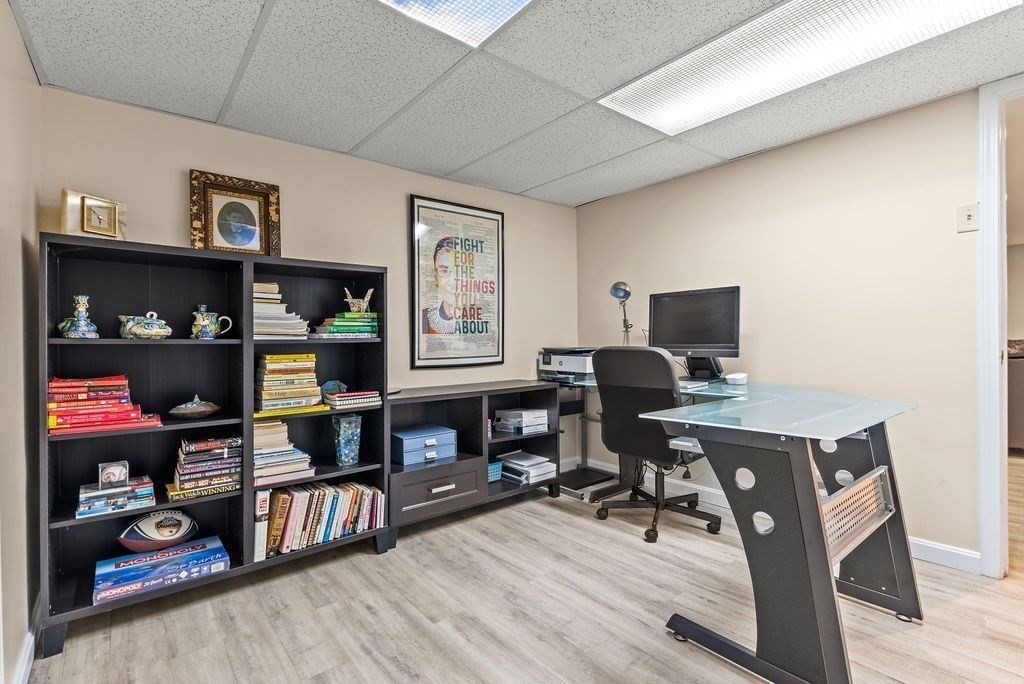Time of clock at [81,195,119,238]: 5:51
